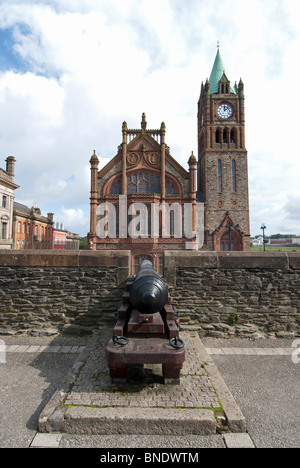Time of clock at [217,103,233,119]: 12:07
